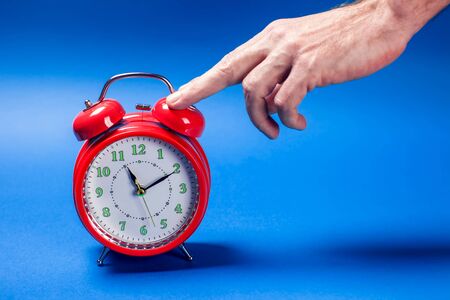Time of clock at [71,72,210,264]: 11:10
